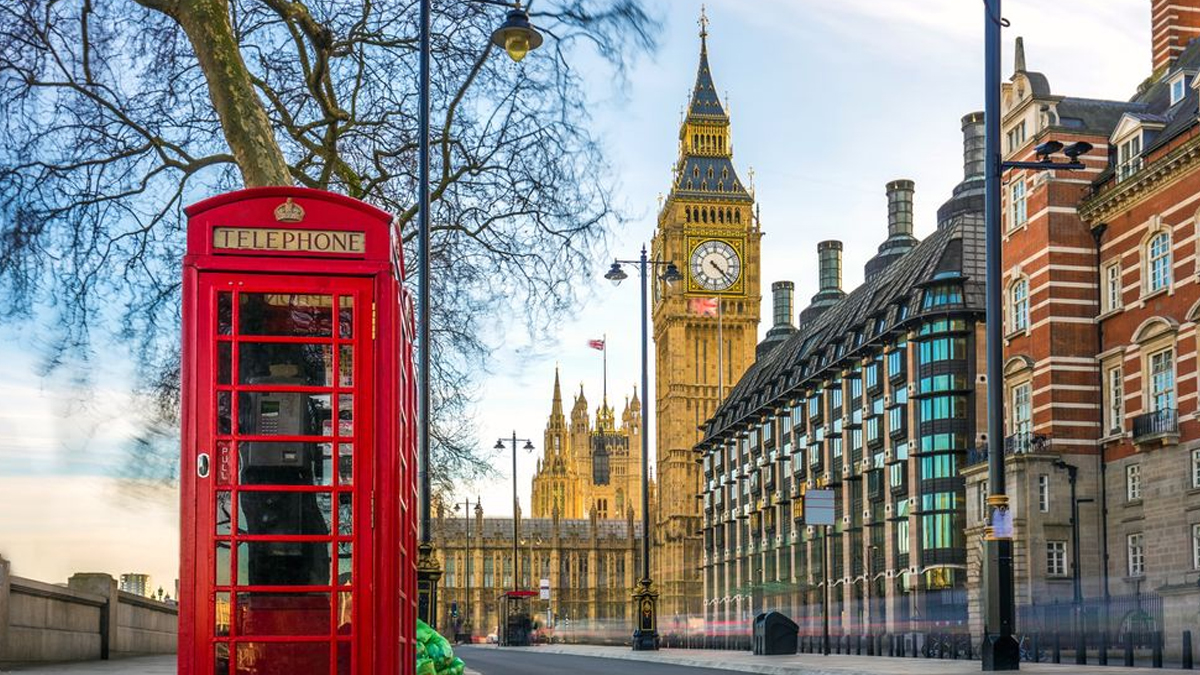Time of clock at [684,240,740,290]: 4:22
